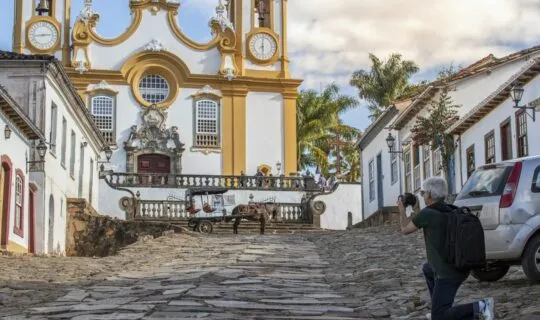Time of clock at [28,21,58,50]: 2:43
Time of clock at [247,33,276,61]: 6:01
